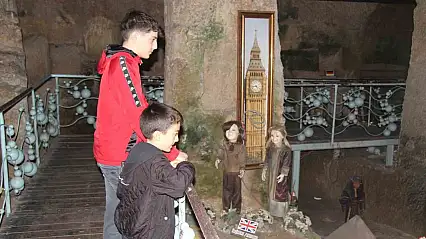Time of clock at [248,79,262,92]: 4:43
